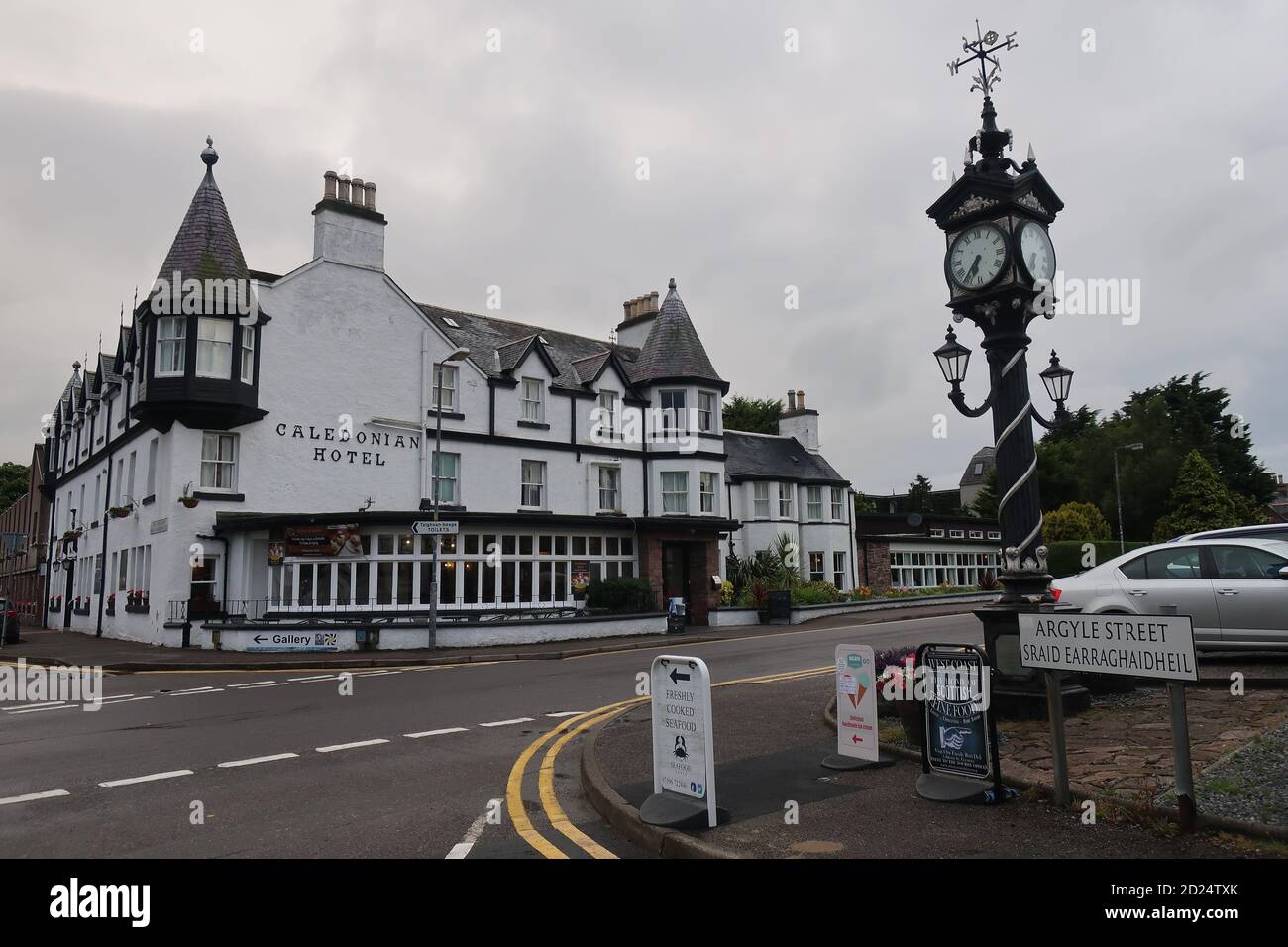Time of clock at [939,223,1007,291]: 6:36
